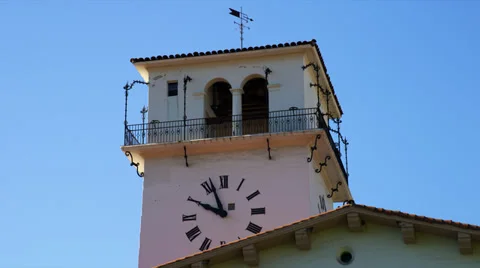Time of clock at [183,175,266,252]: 9:56
